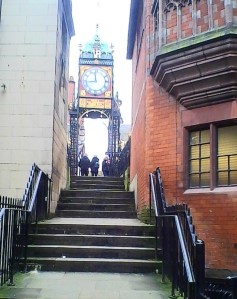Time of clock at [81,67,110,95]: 8:58
